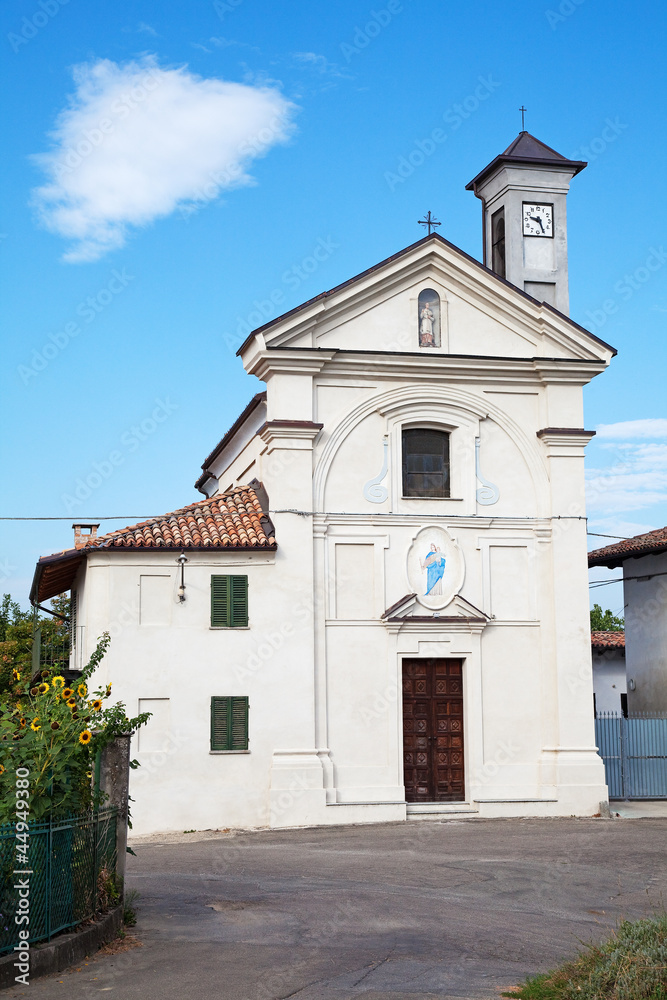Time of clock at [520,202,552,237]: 9:25
